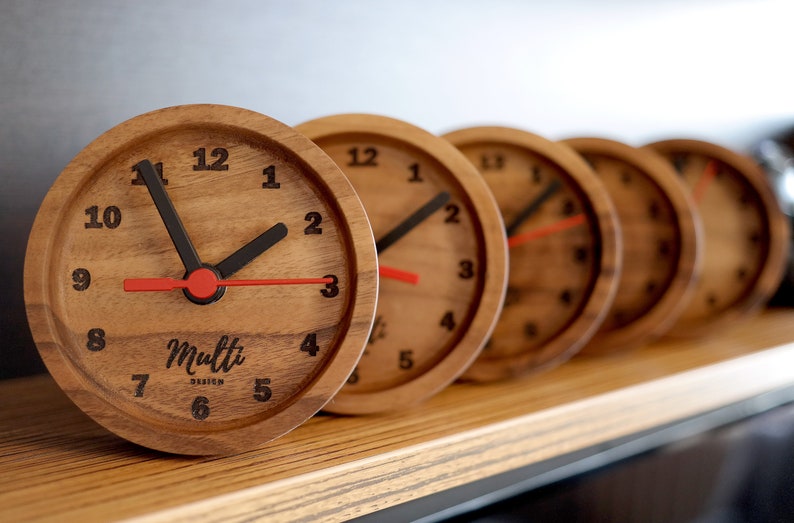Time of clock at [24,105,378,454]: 1:55
